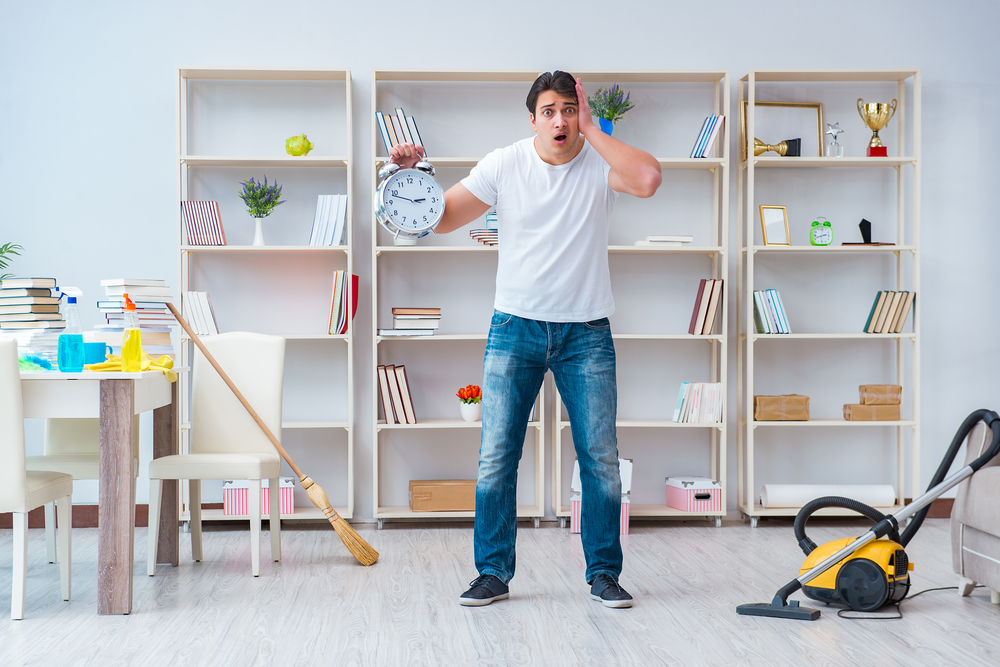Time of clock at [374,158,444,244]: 2:48
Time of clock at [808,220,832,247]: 2:41
